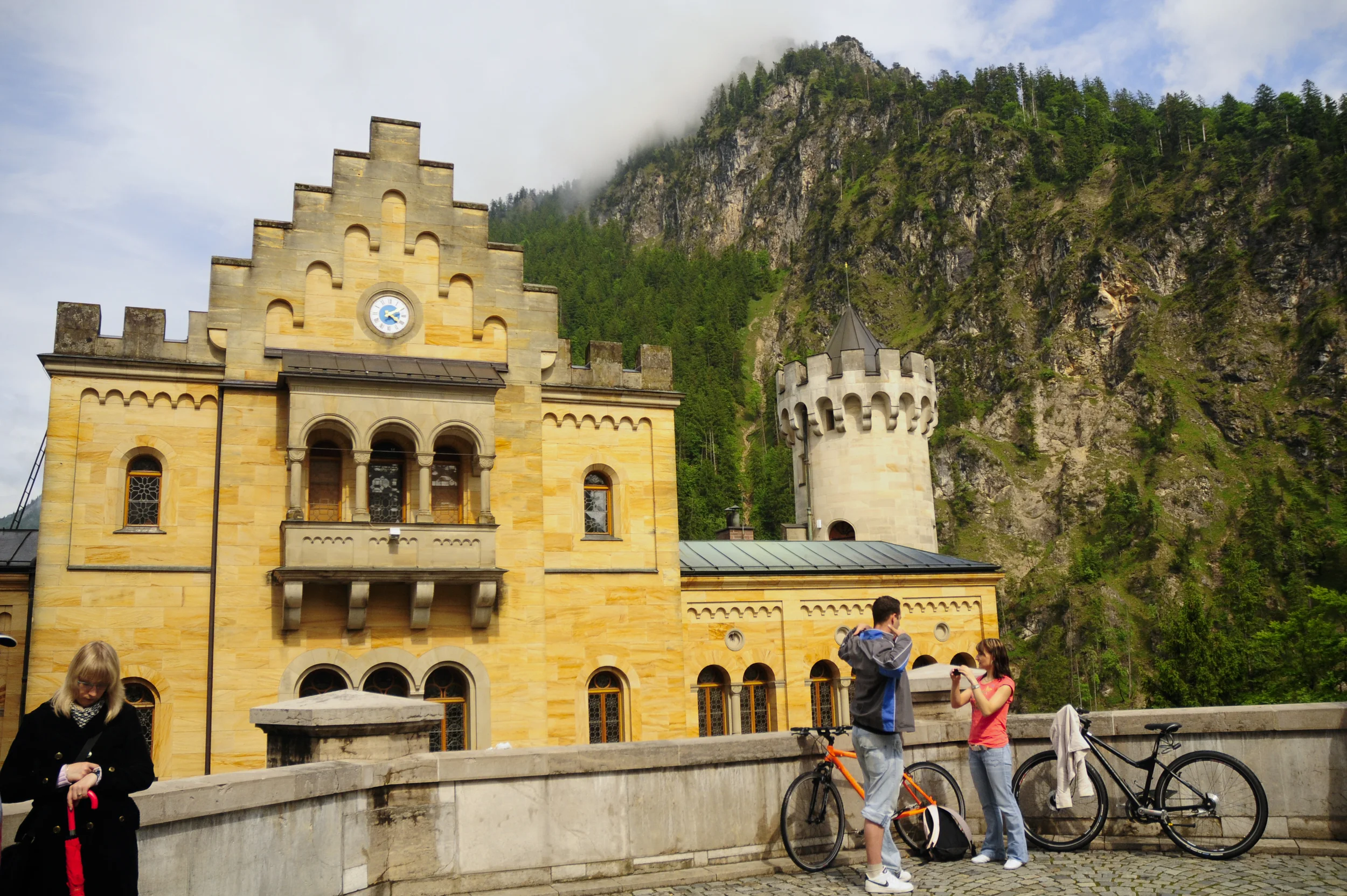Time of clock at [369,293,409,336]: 2:21
